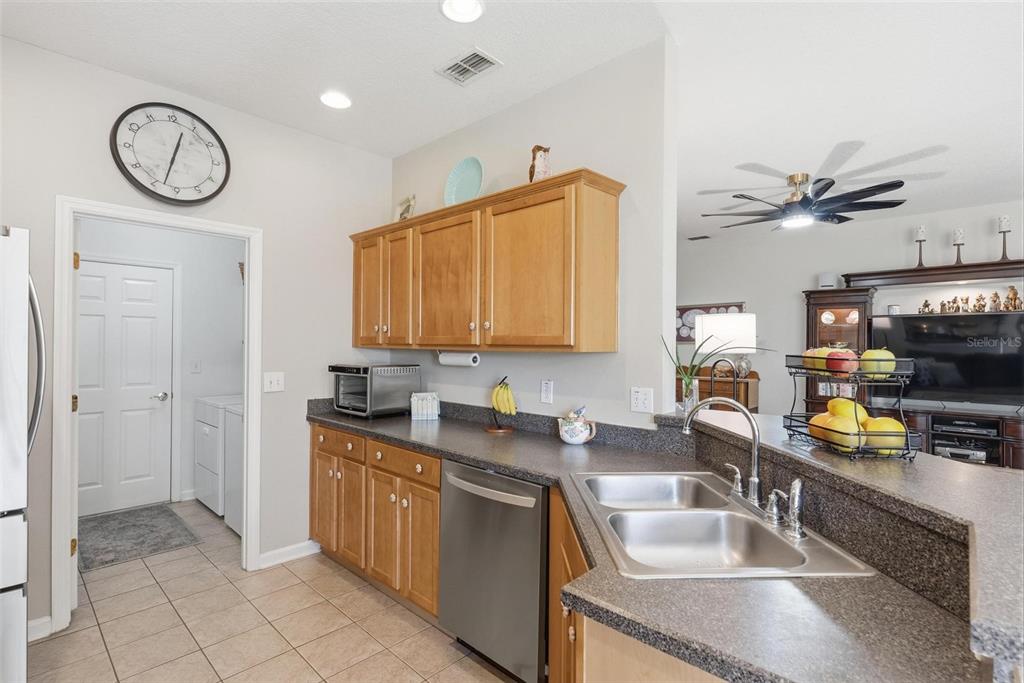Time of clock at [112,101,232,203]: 12:32
